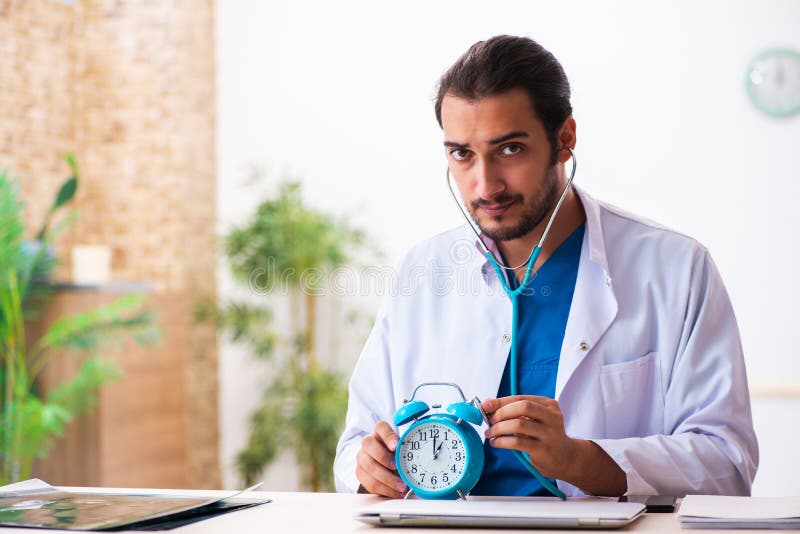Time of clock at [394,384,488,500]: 1:00
